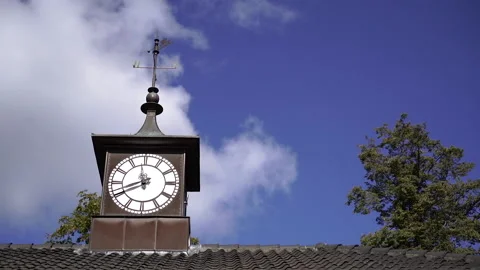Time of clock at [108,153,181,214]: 11:41
